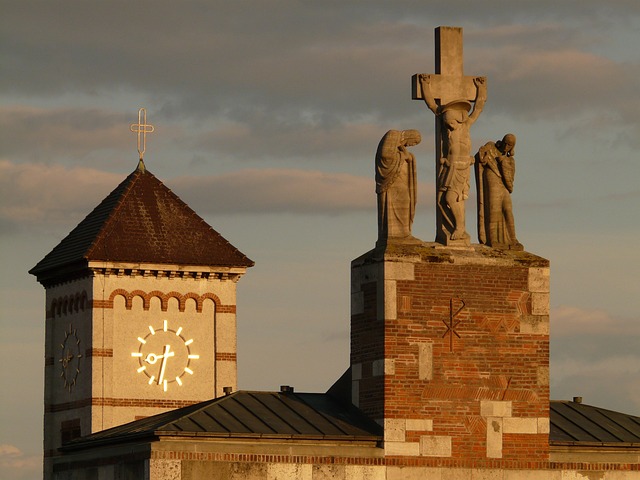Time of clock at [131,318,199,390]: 8:32
